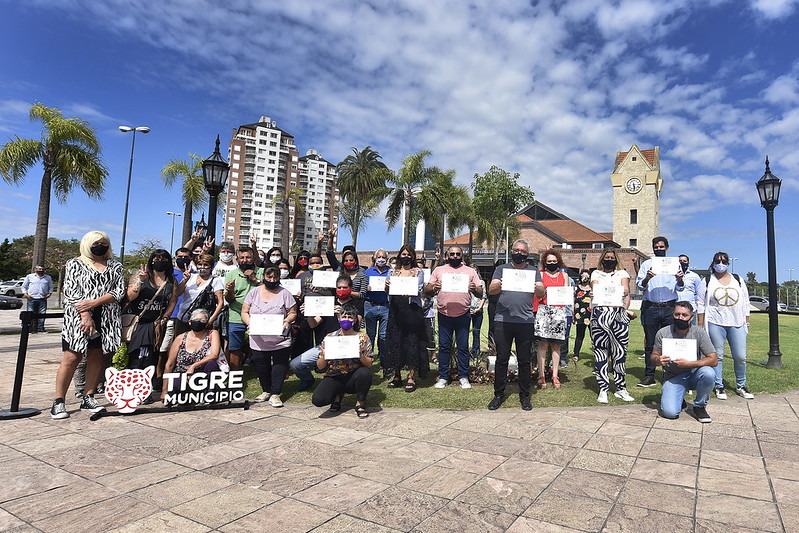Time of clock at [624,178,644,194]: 5:28
